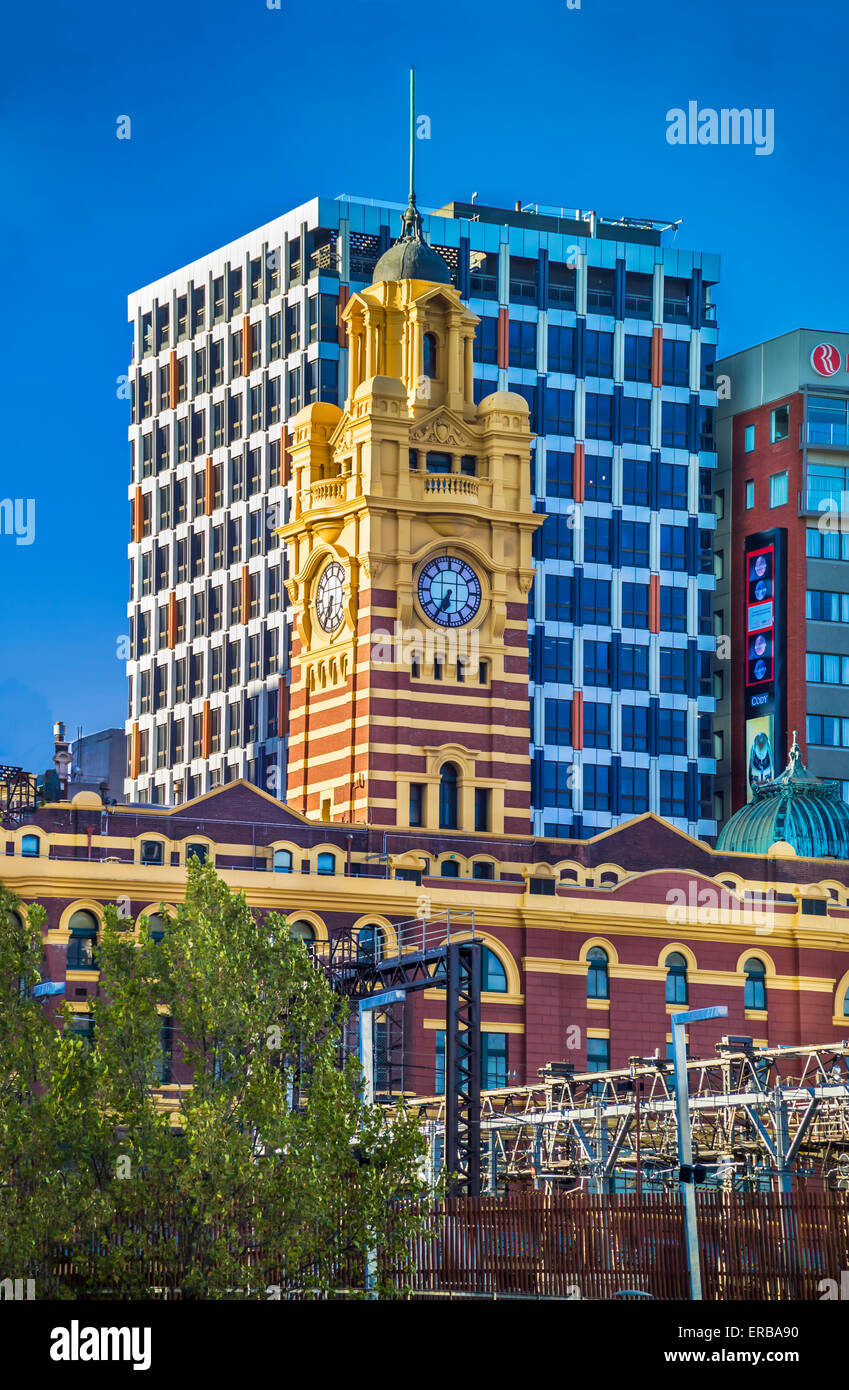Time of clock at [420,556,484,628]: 6:34
